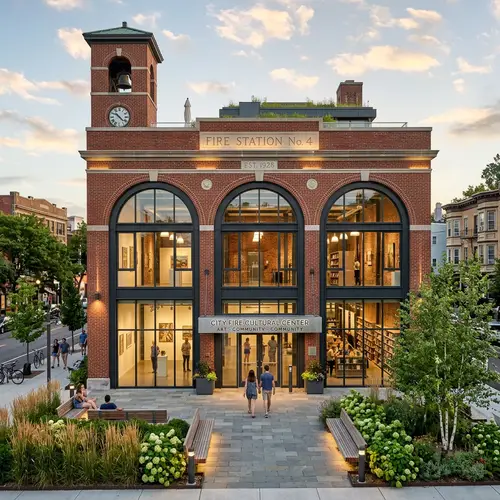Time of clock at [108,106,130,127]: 10:22
